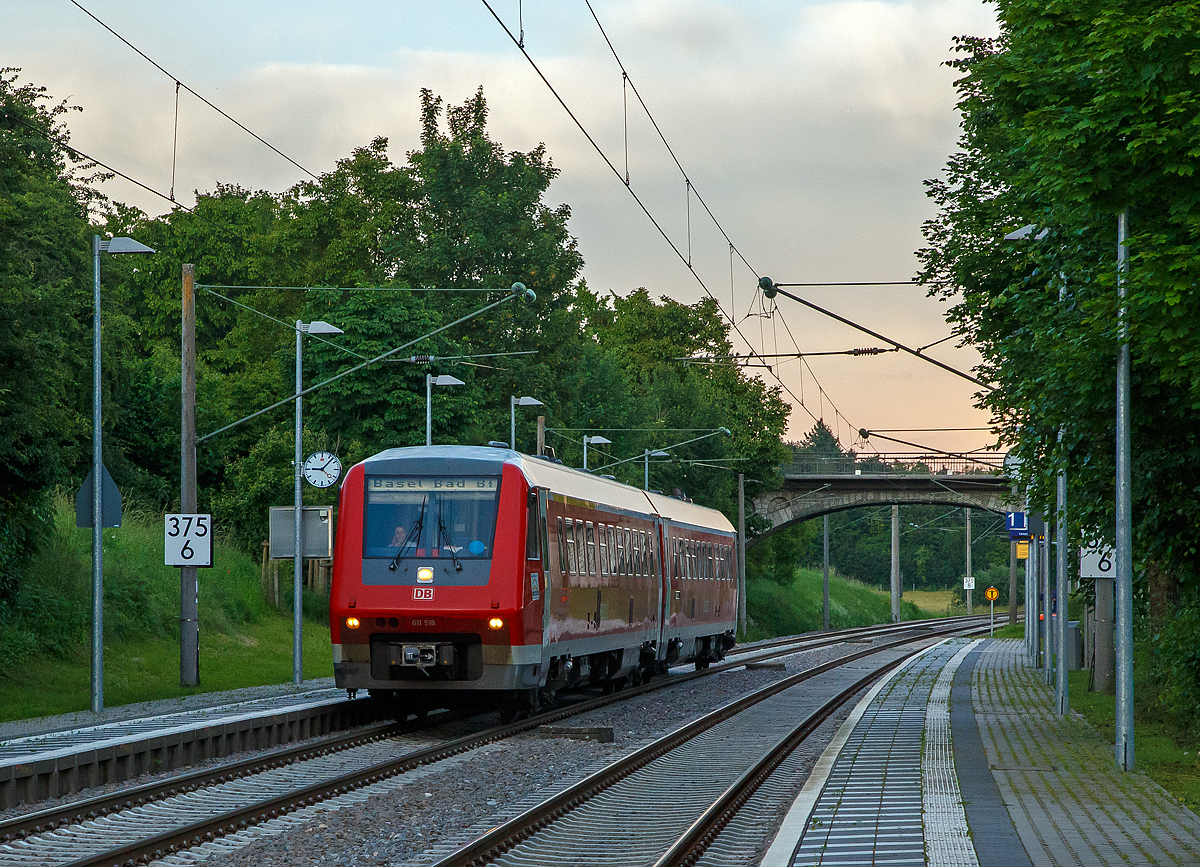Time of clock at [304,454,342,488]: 9:07
